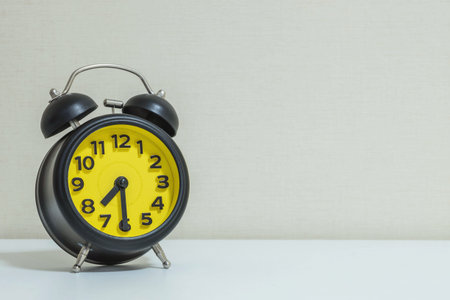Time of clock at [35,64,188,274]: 7:30
